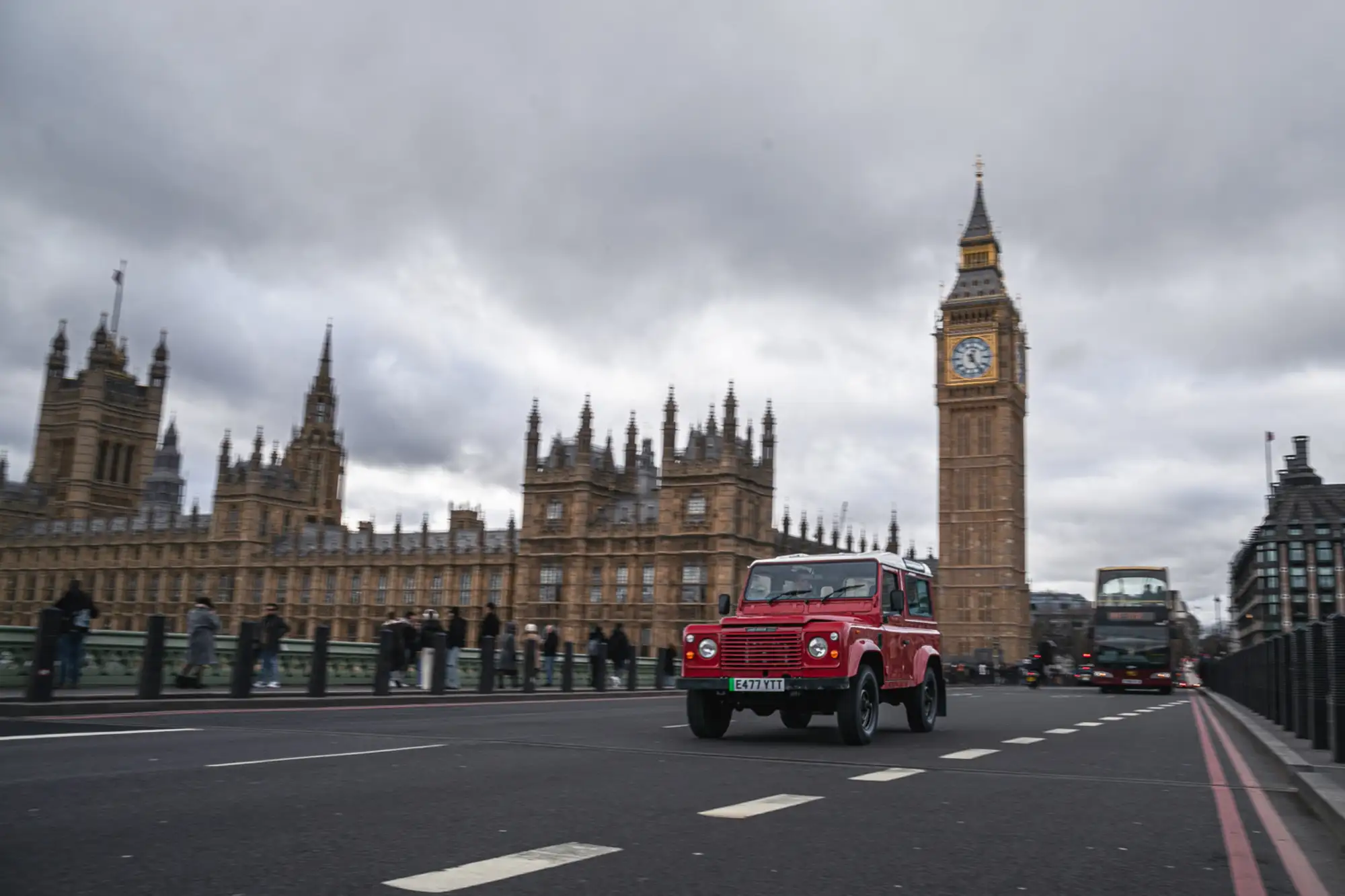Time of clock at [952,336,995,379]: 12:24
